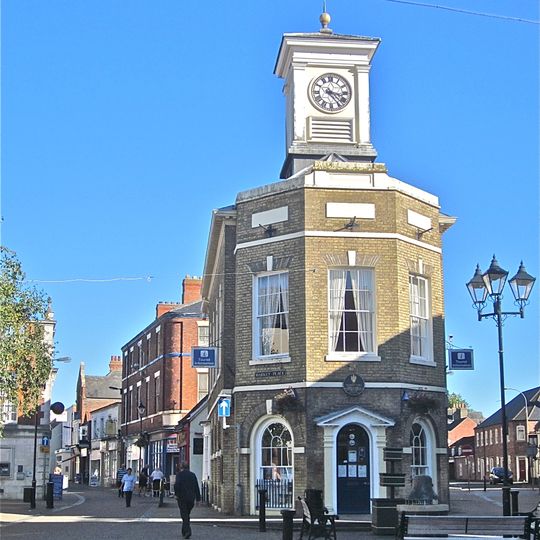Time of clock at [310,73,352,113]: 3:23
